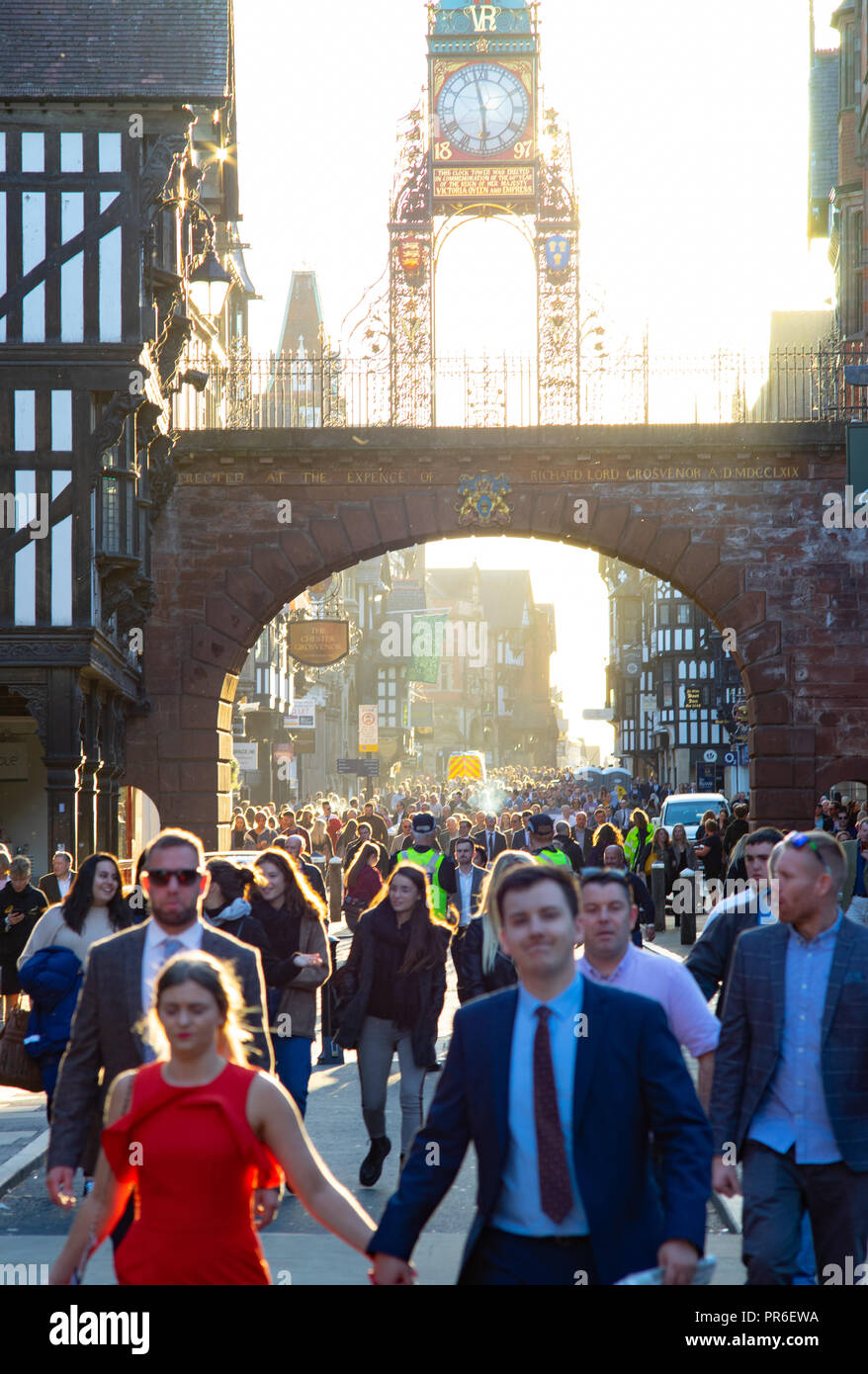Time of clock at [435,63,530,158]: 5:57
